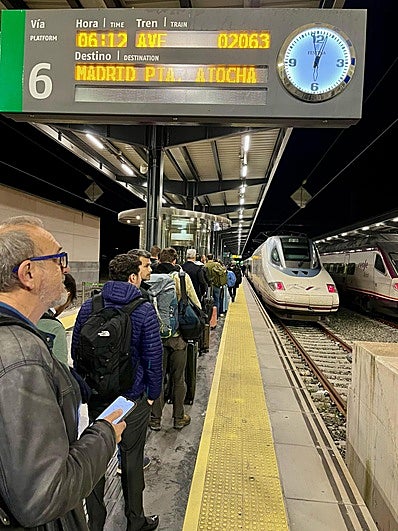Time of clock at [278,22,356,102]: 12:03
